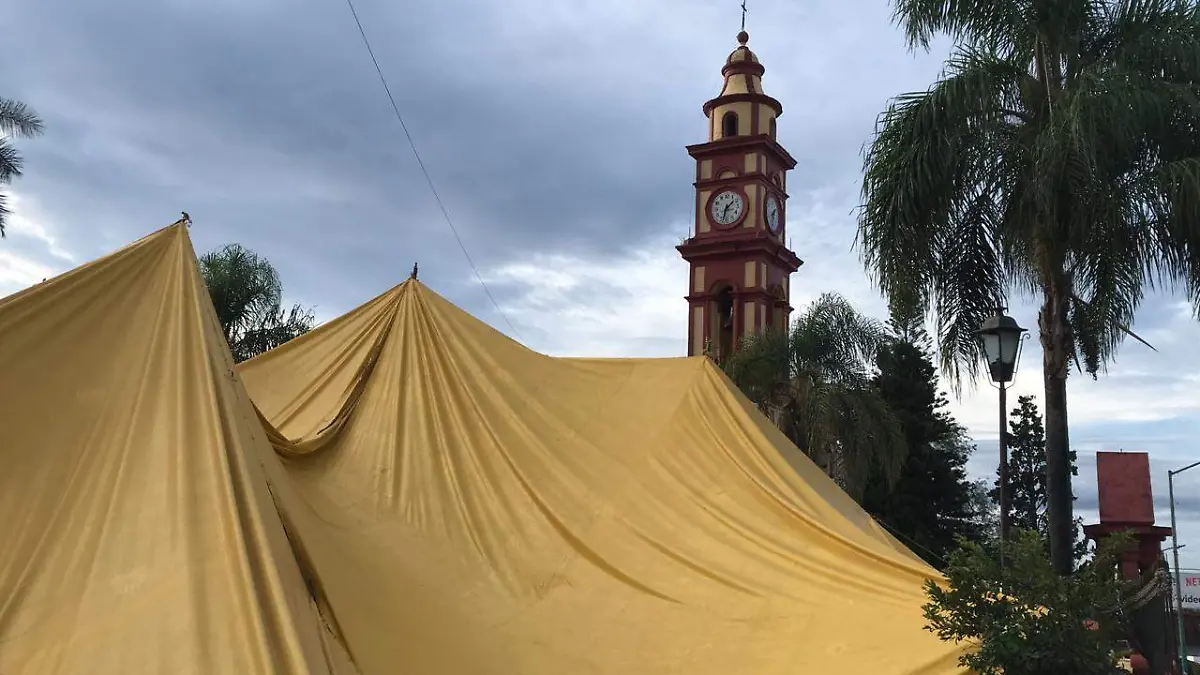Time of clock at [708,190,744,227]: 1:32
